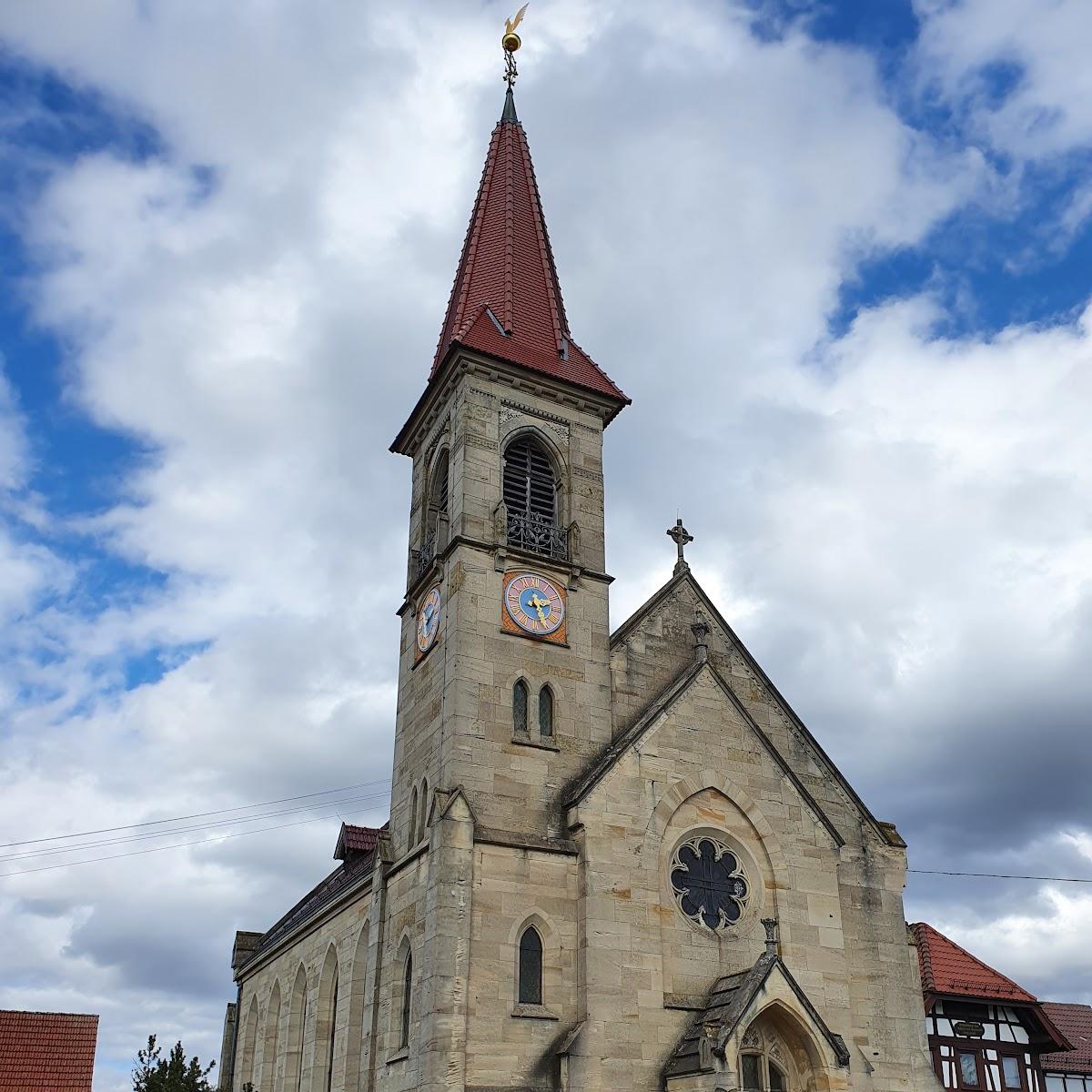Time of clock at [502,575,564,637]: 2:26
